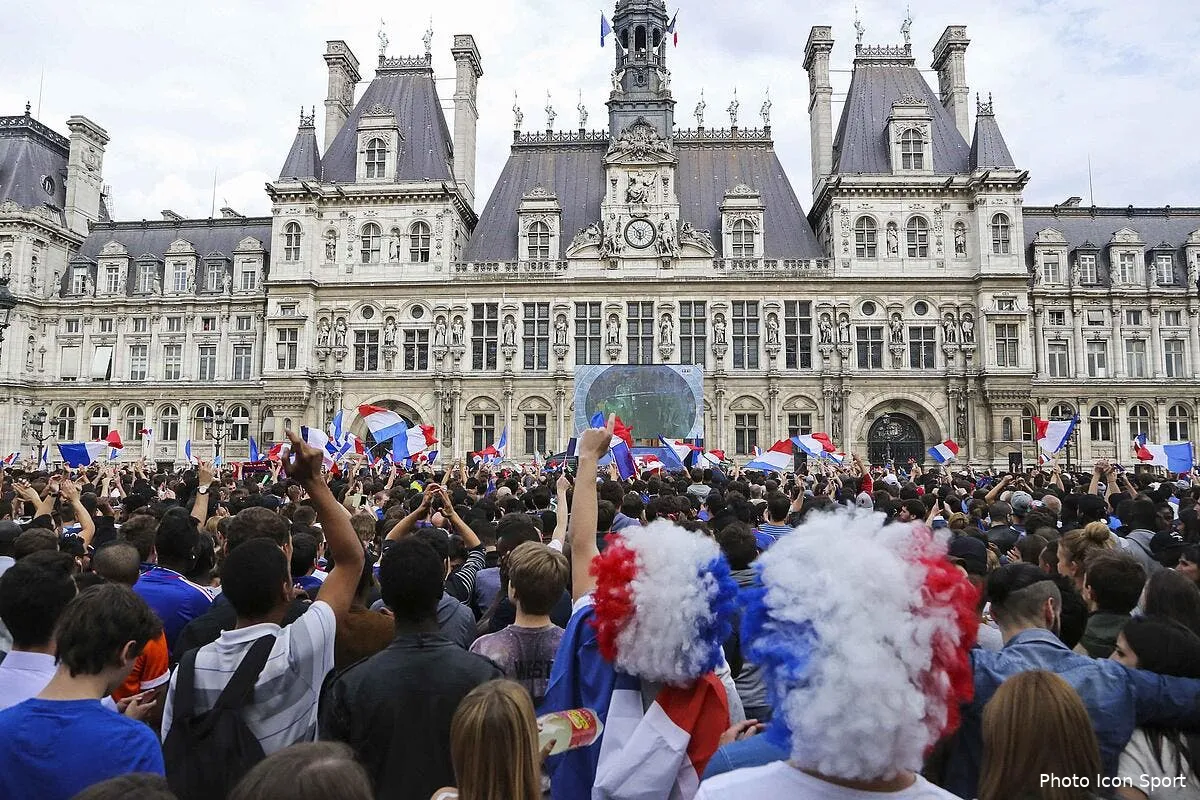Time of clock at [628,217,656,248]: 5:51
